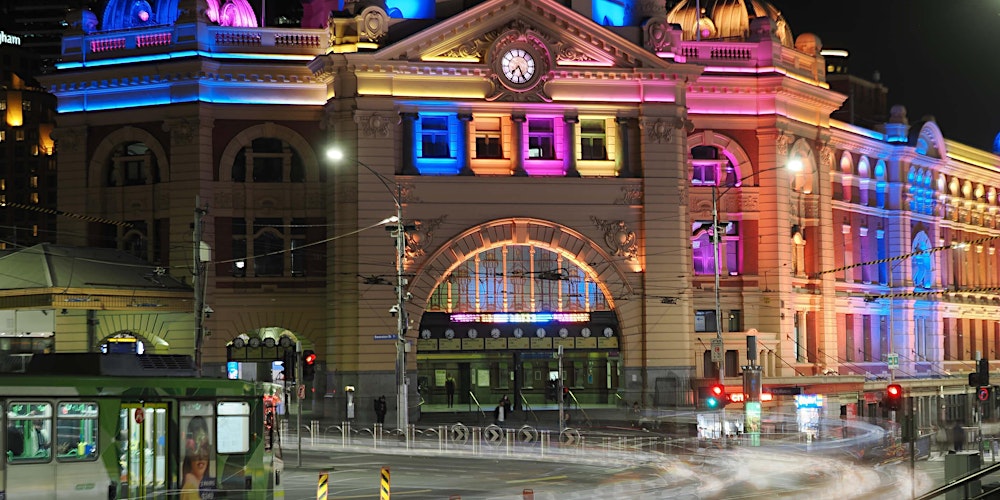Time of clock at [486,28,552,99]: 7:25
